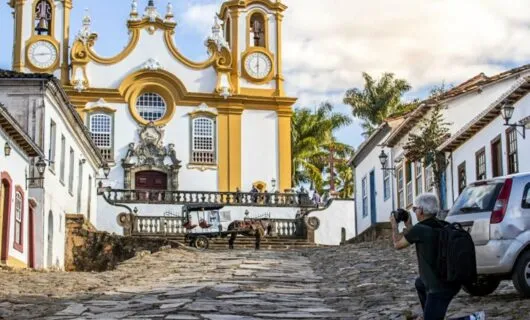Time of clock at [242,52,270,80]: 6:01
